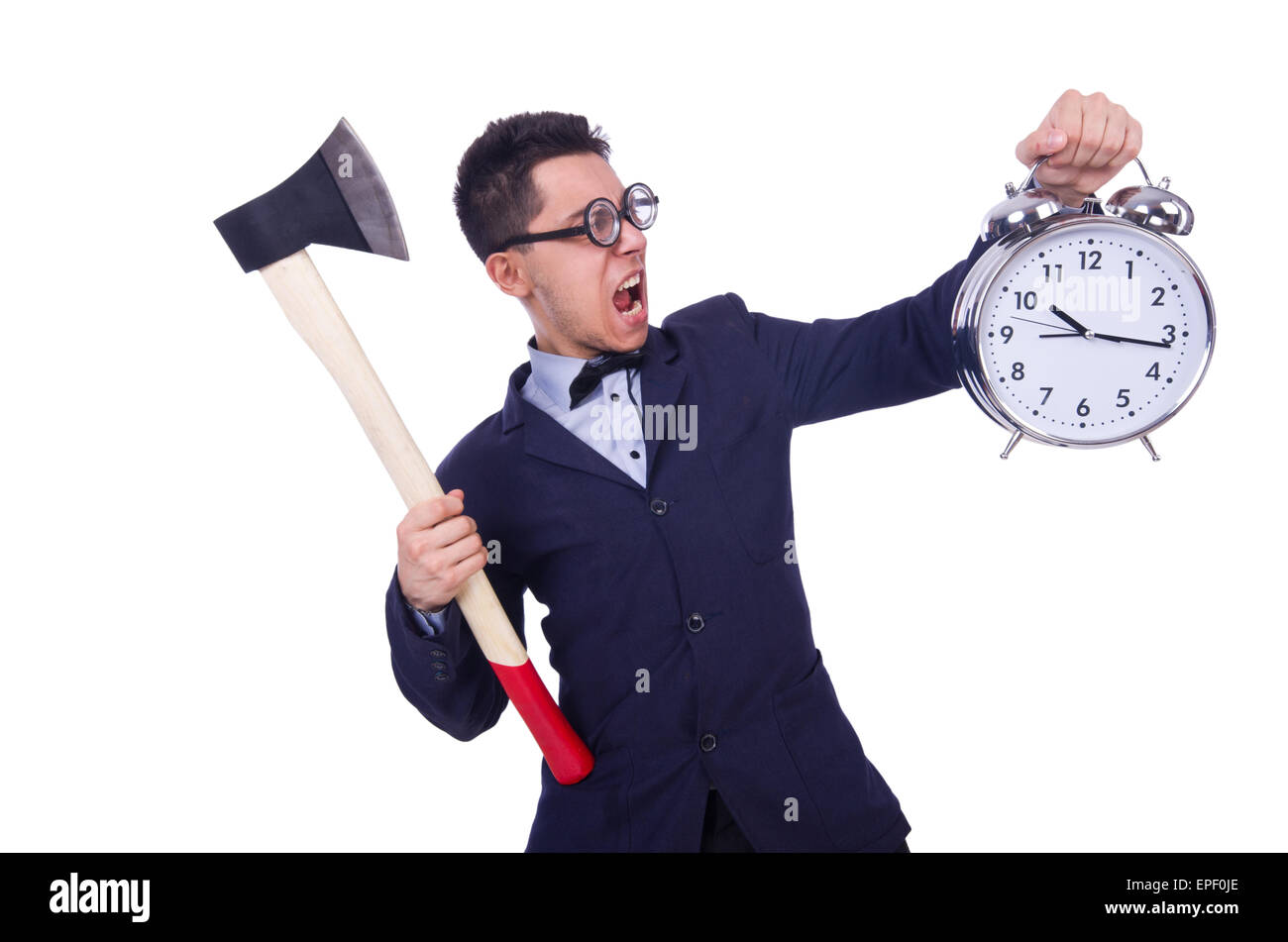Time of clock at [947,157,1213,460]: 10:16
